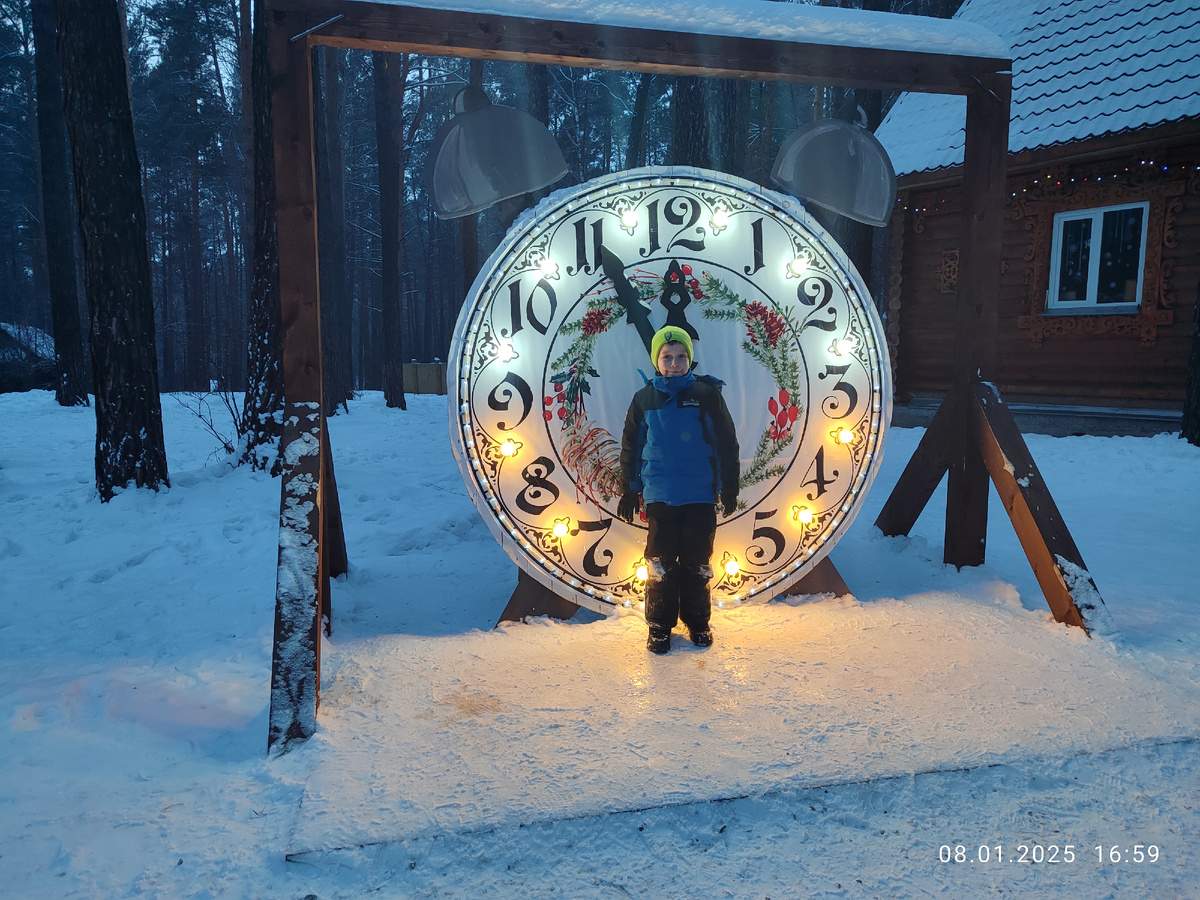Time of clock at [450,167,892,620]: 11:54
